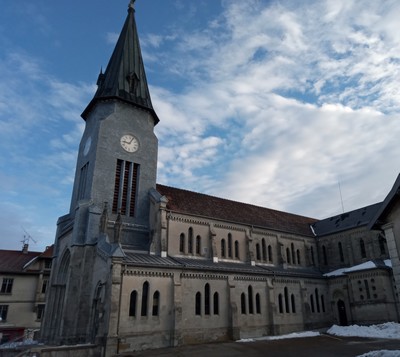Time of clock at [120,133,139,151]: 9:05
